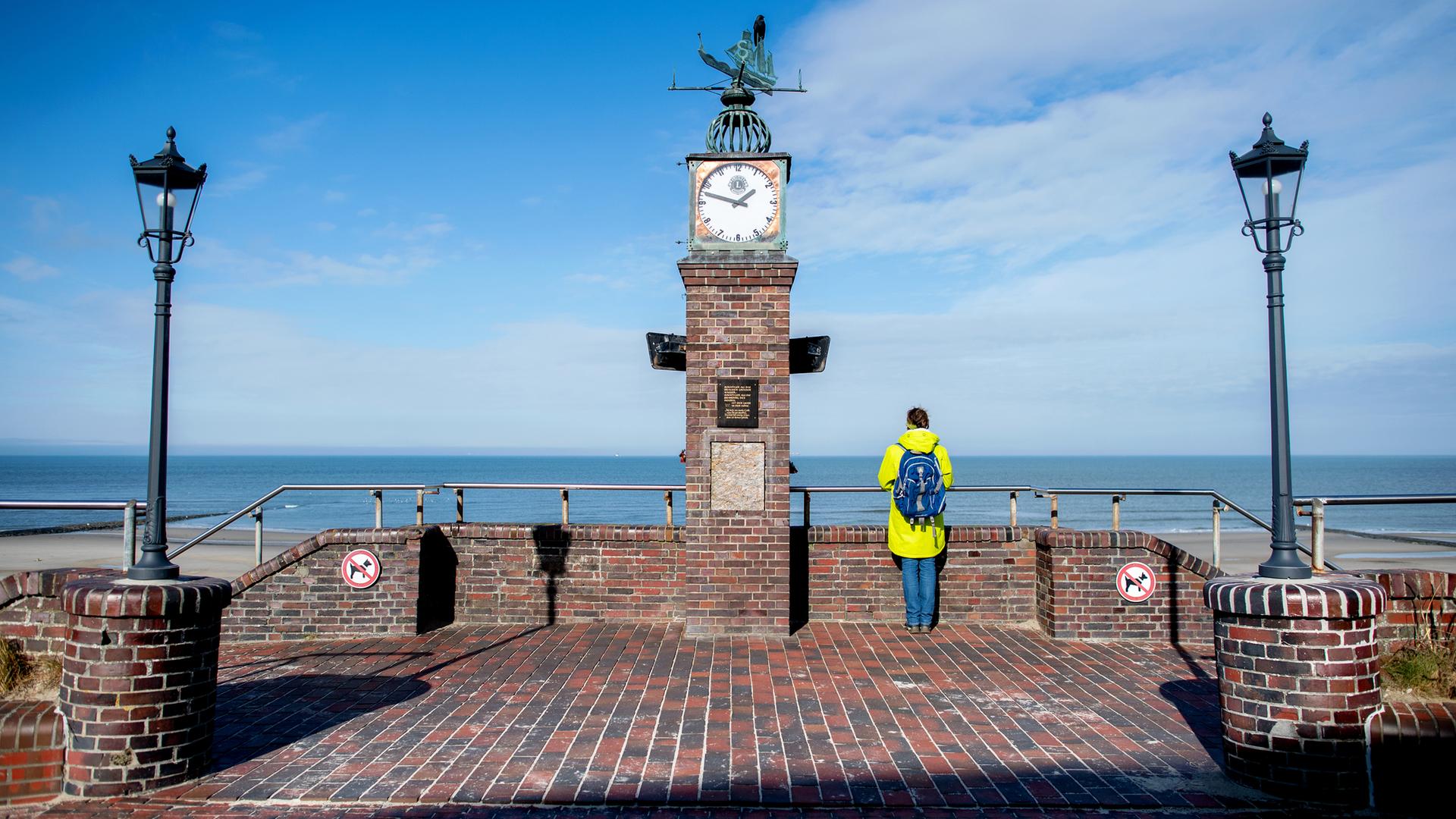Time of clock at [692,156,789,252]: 1:47
